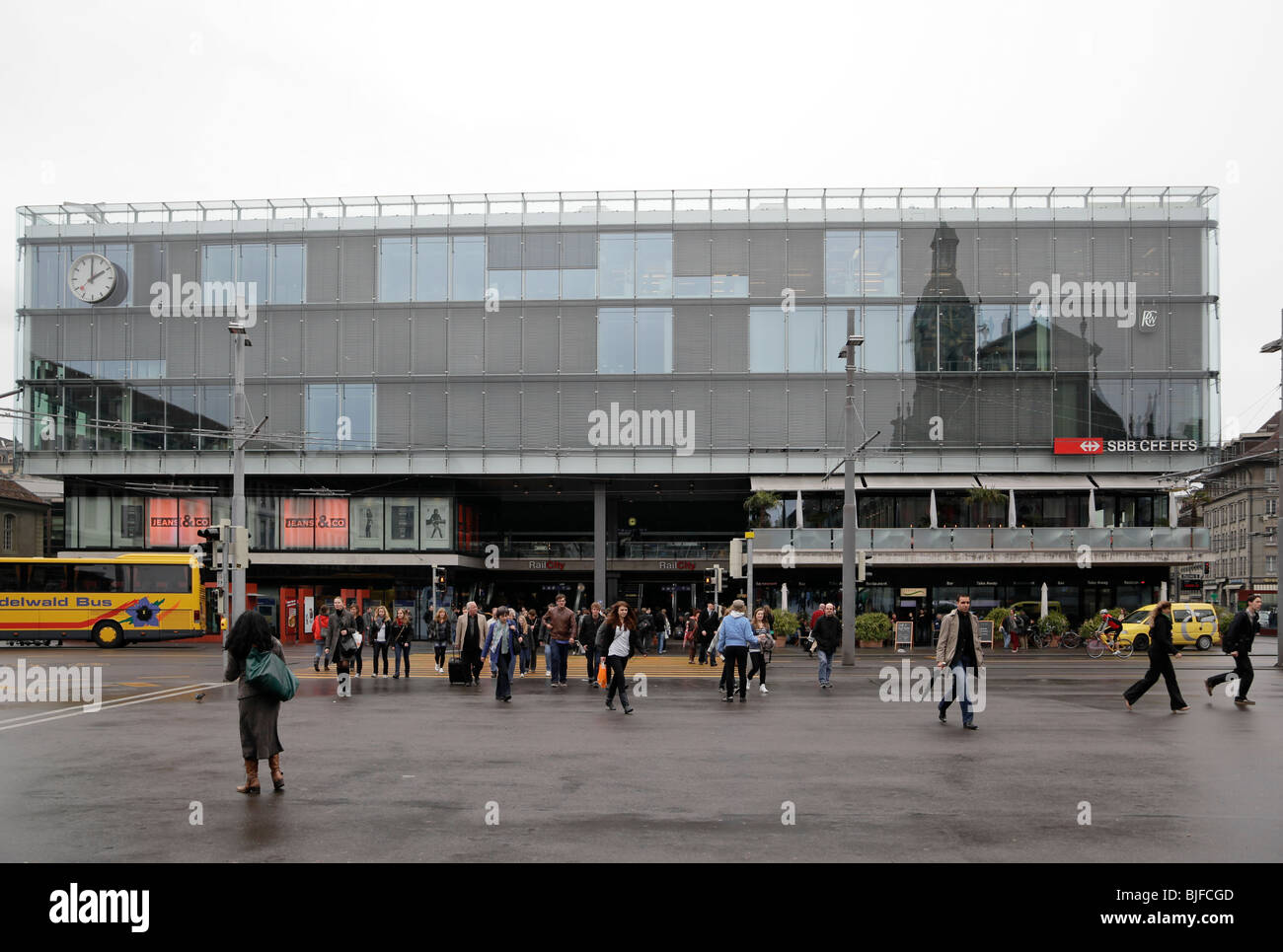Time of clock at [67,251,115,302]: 2:00
